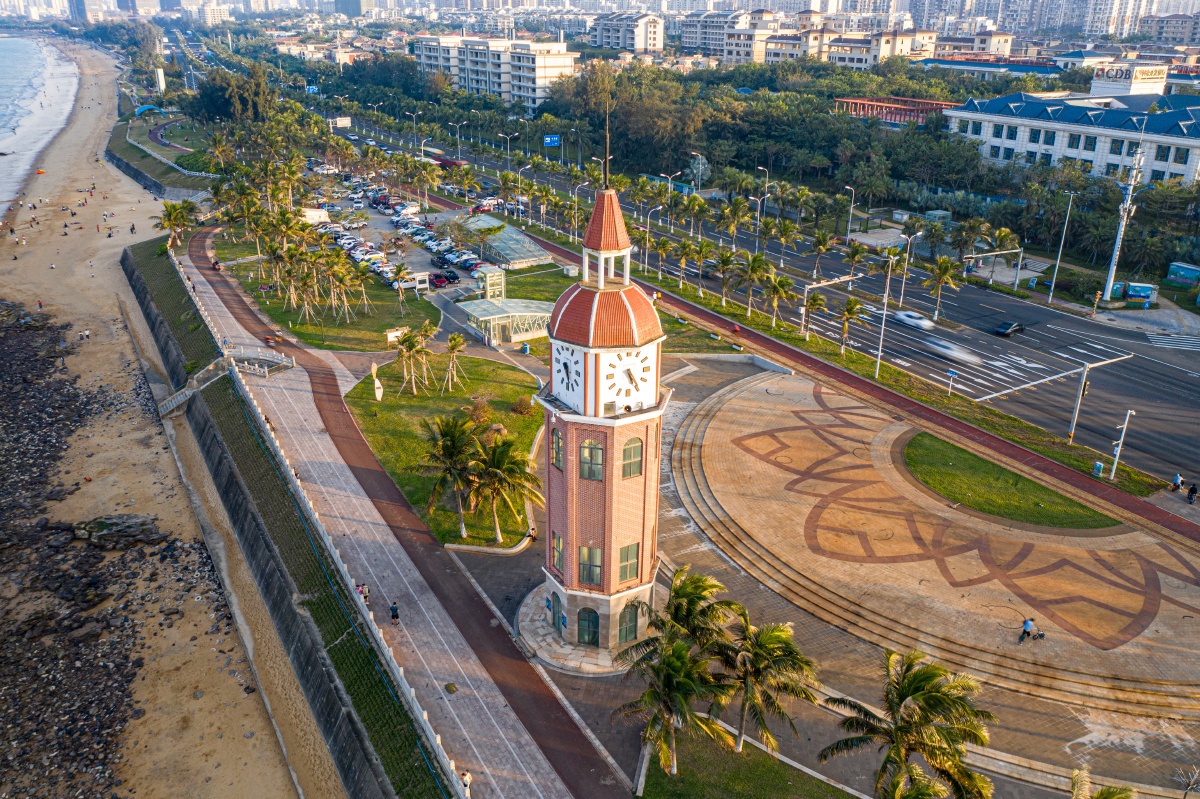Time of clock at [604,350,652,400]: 5:24
